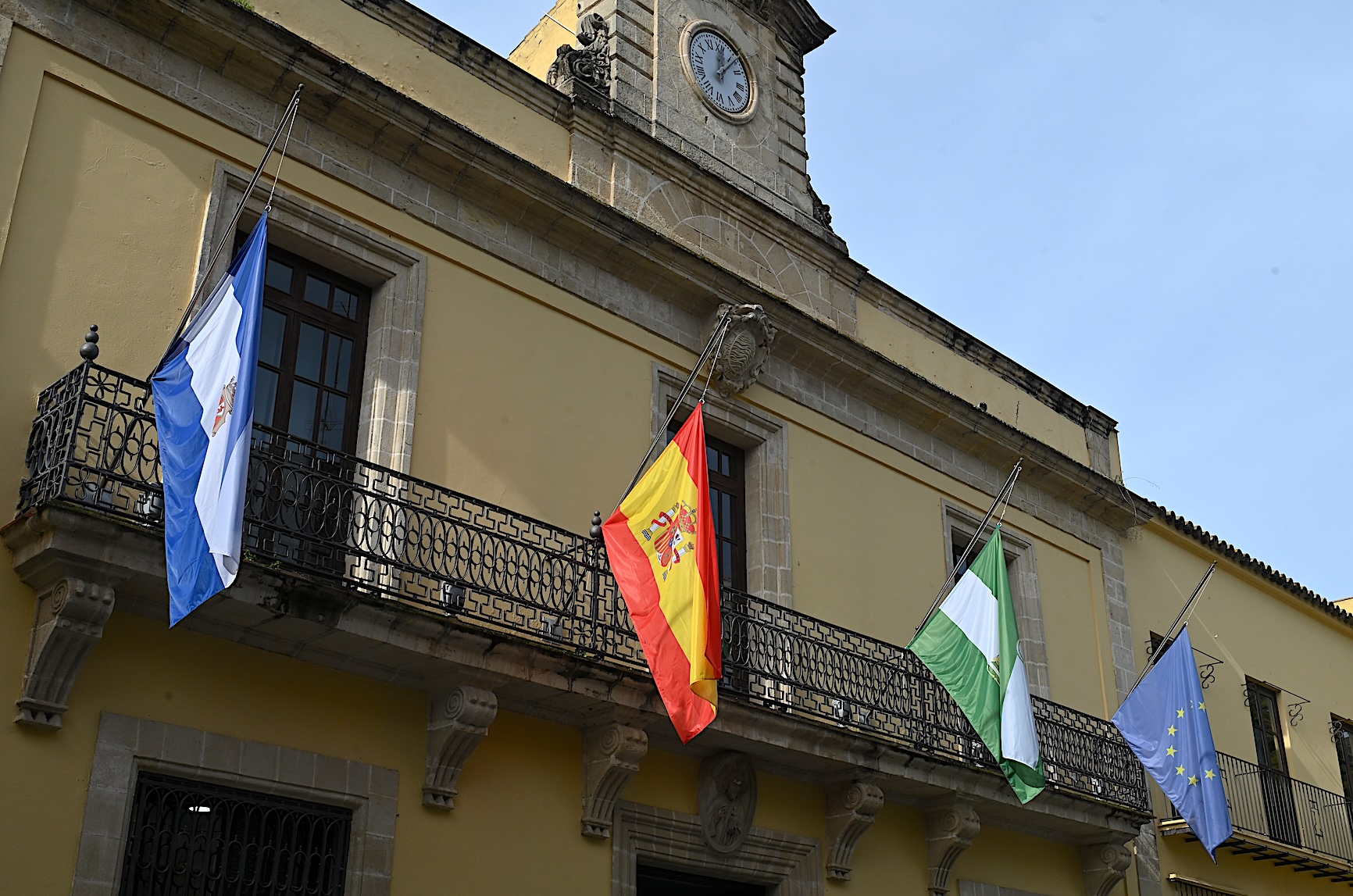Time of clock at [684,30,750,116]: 12:06
